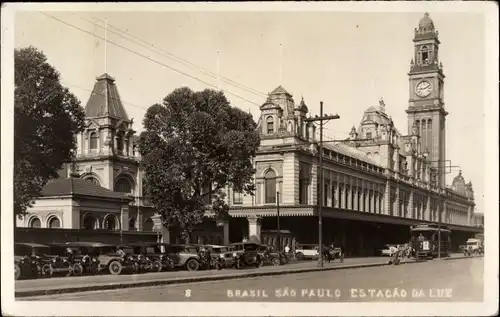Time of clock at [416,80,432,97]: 9:11
